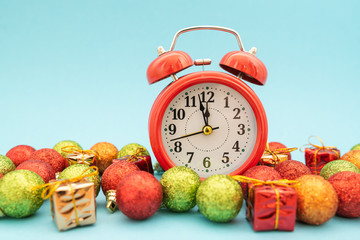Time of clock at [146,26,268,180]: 11:57
